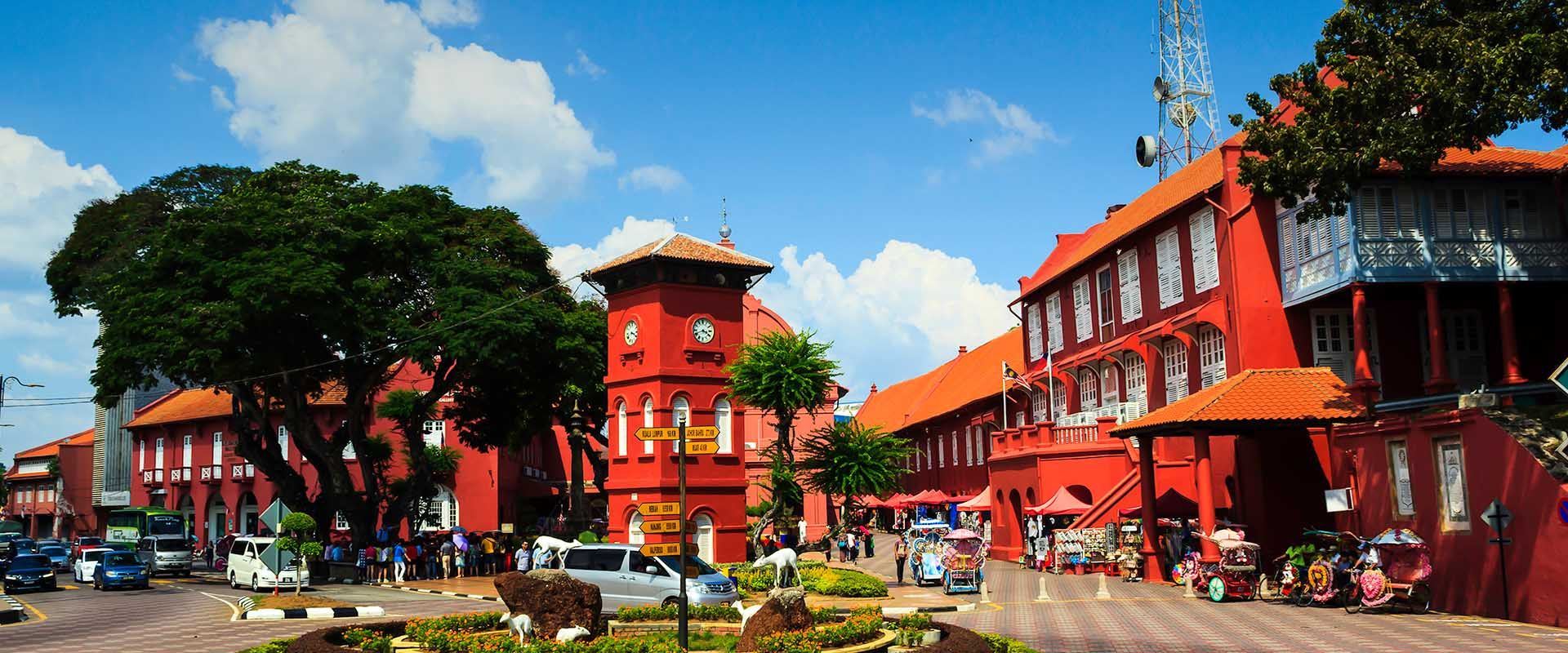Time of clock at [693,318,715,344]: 3:41
